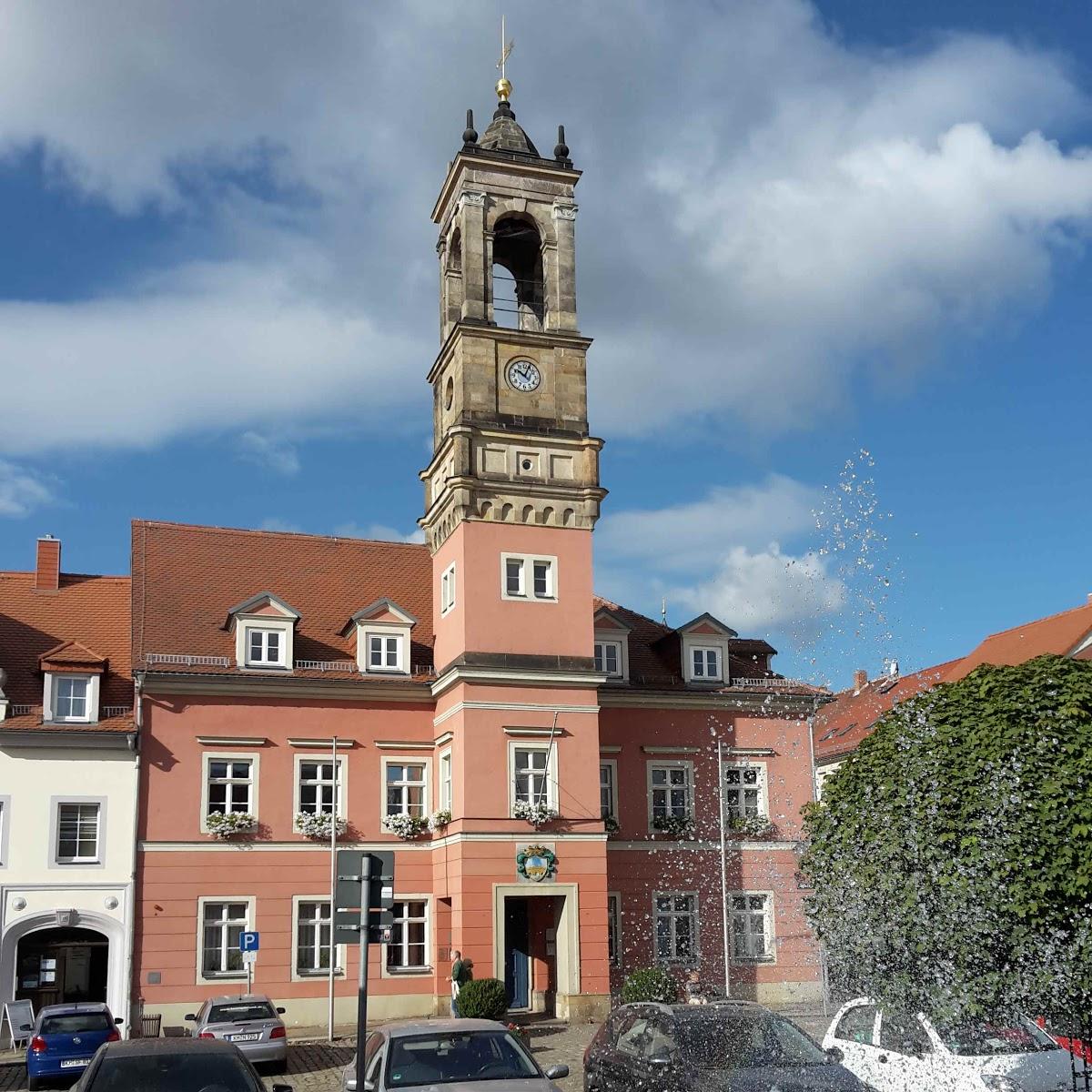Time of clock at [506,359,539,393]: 10:04
